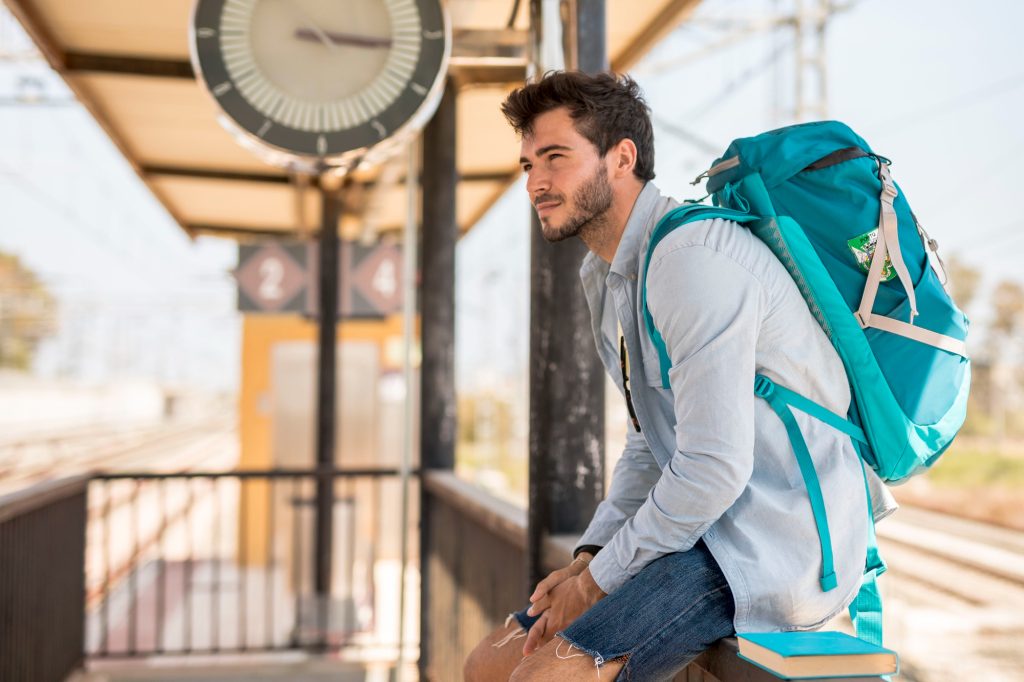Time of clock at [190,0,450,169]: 3:16
